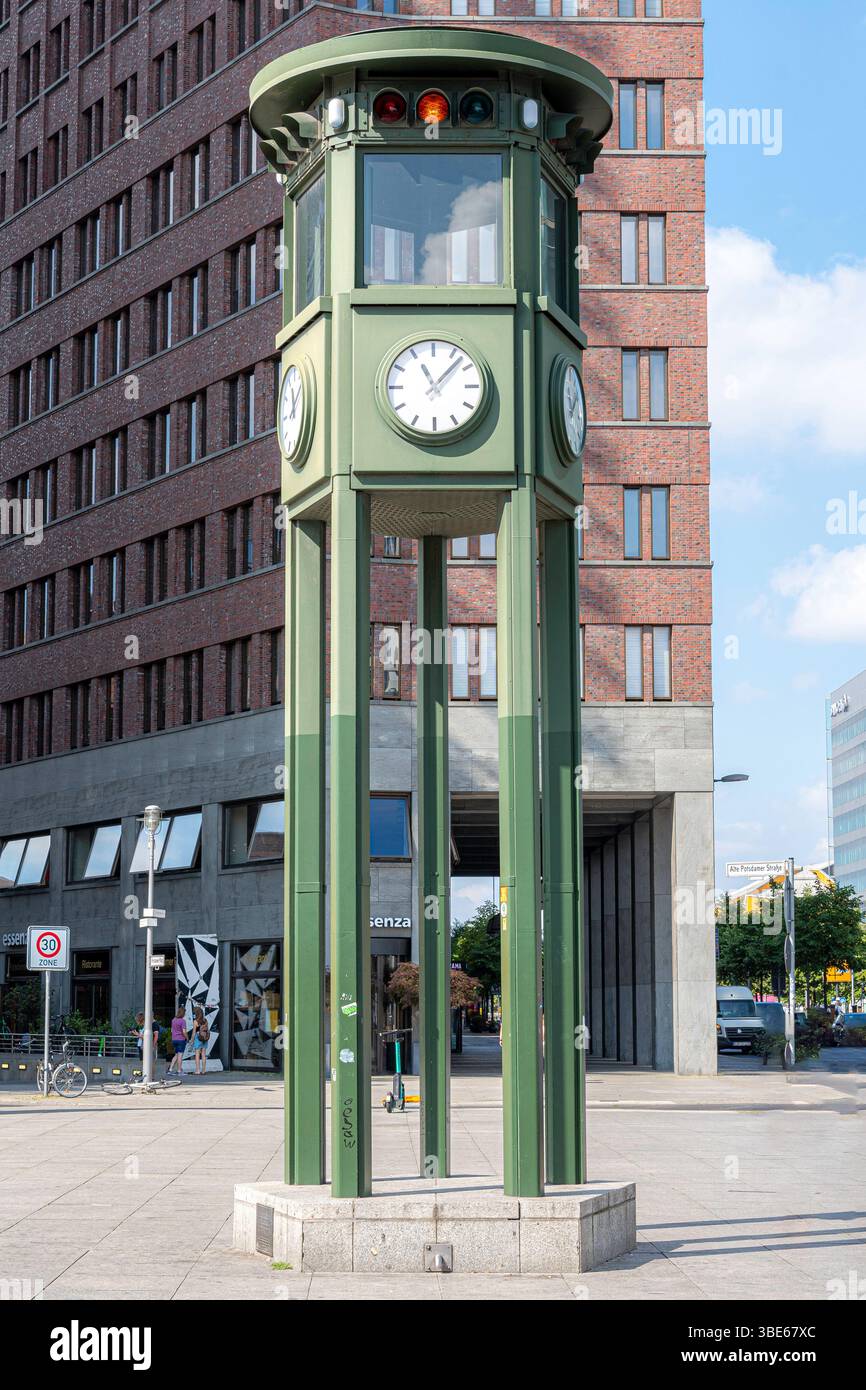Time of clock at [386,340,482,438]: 11:07
